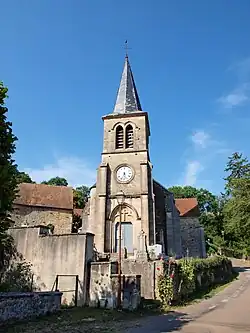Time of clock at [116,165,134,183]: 5:33
